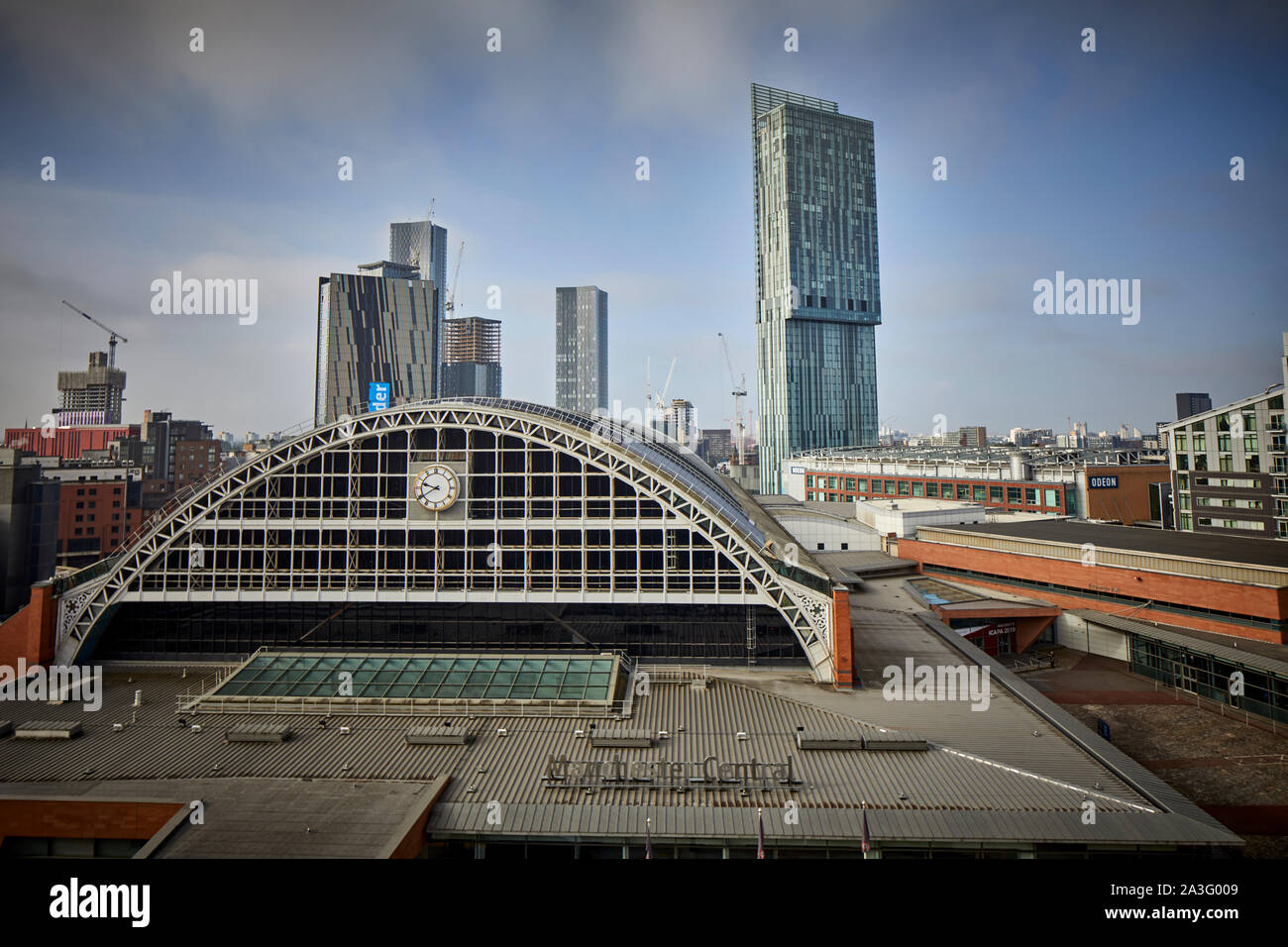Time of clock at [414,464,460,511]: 9:39
